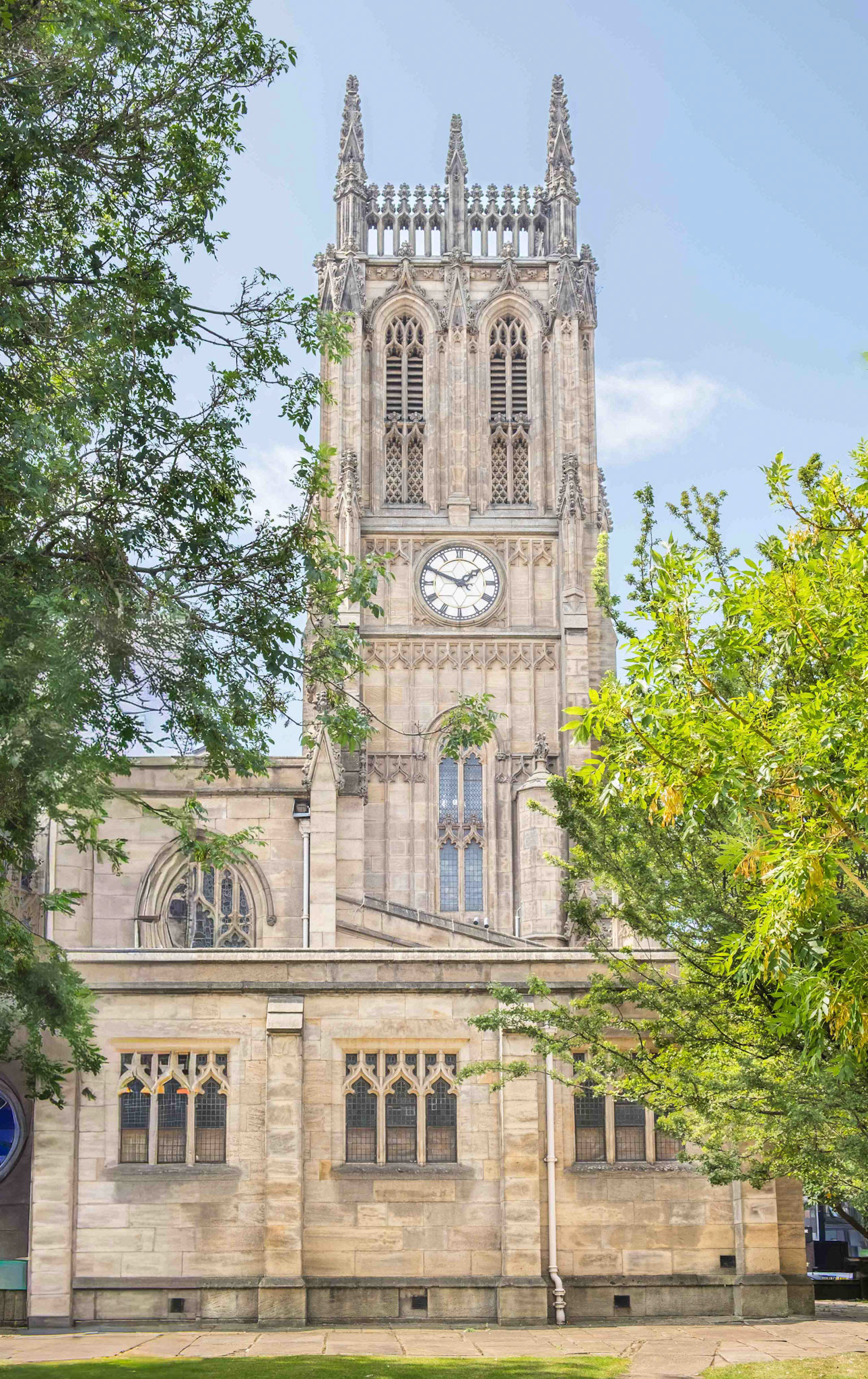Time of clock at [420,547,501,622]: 1:49
